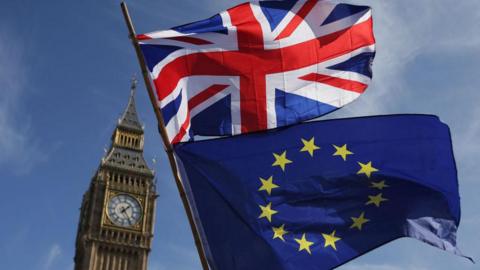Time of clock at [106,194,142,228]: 1:24
